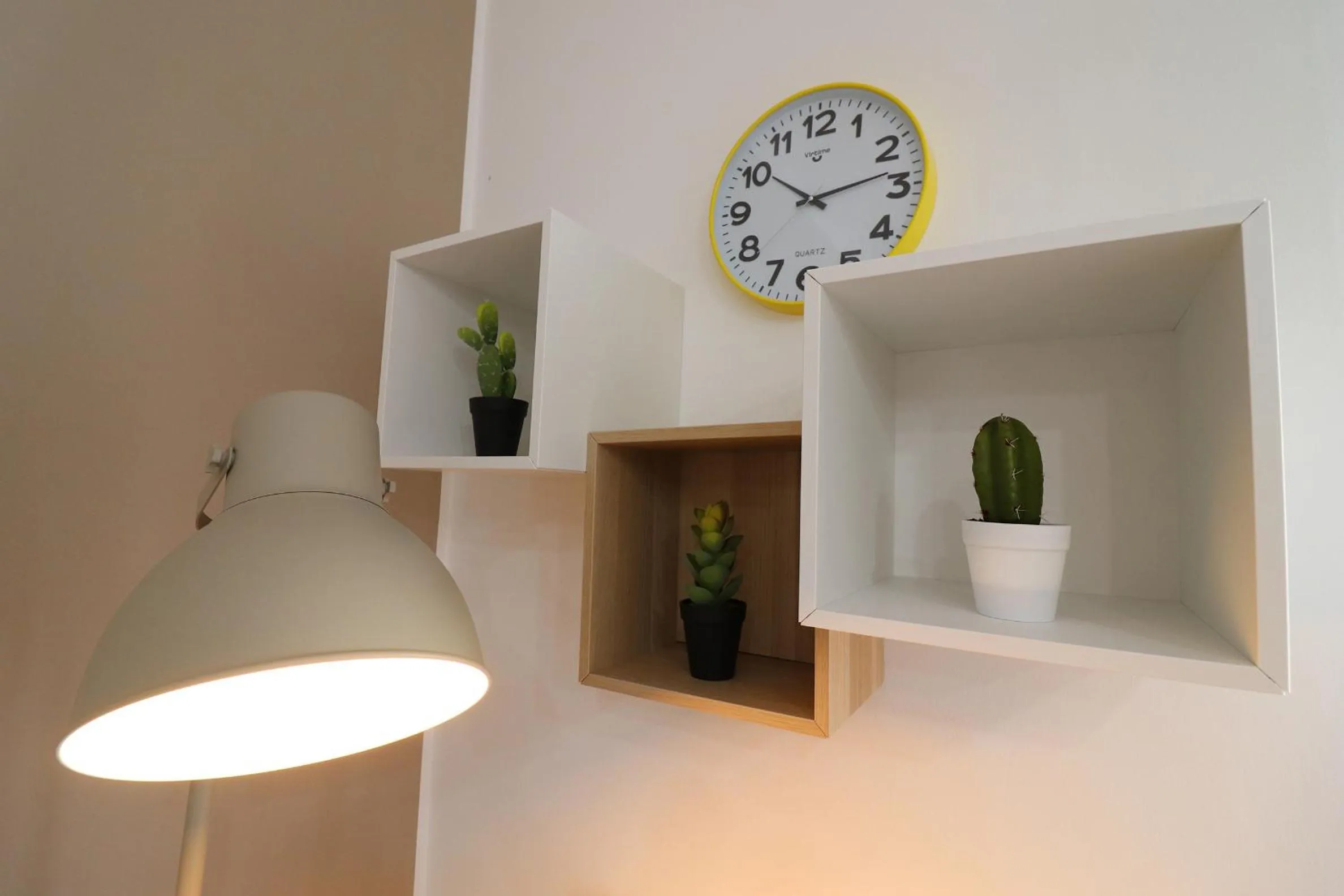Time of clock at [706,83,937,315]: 10:12
